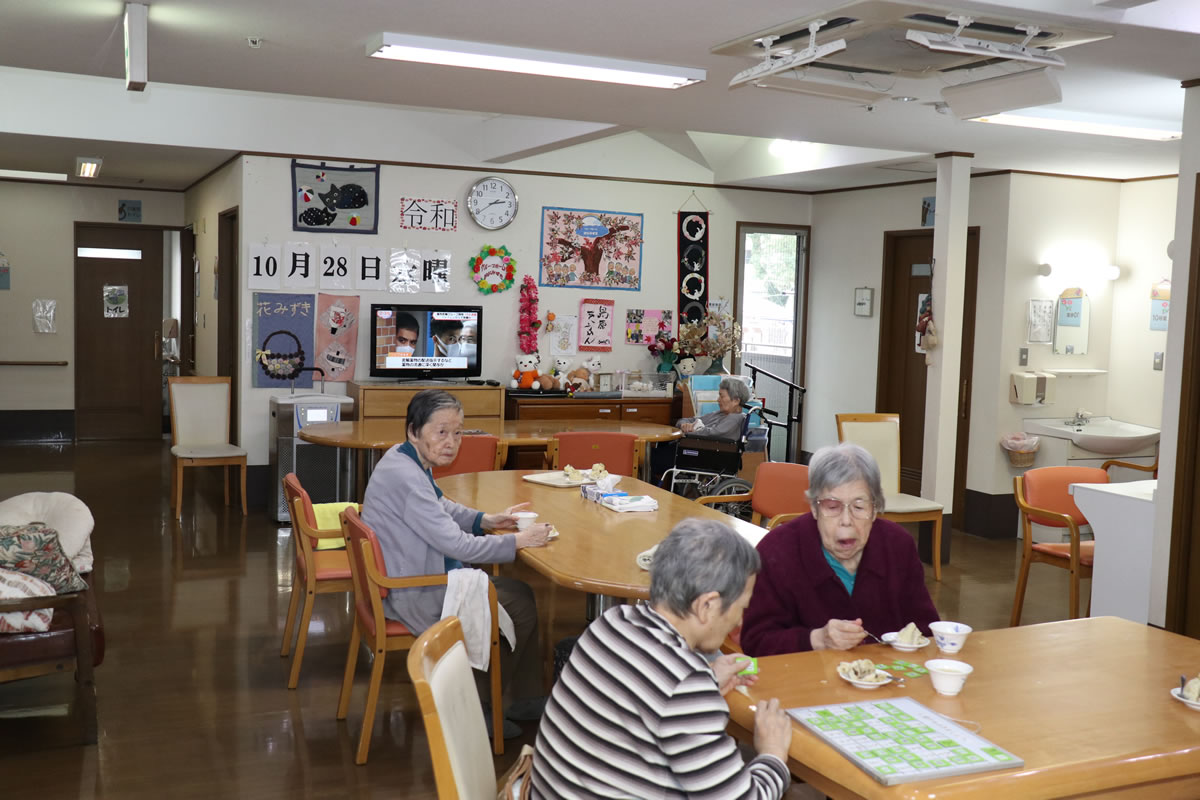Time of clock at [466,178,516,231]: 2:39
